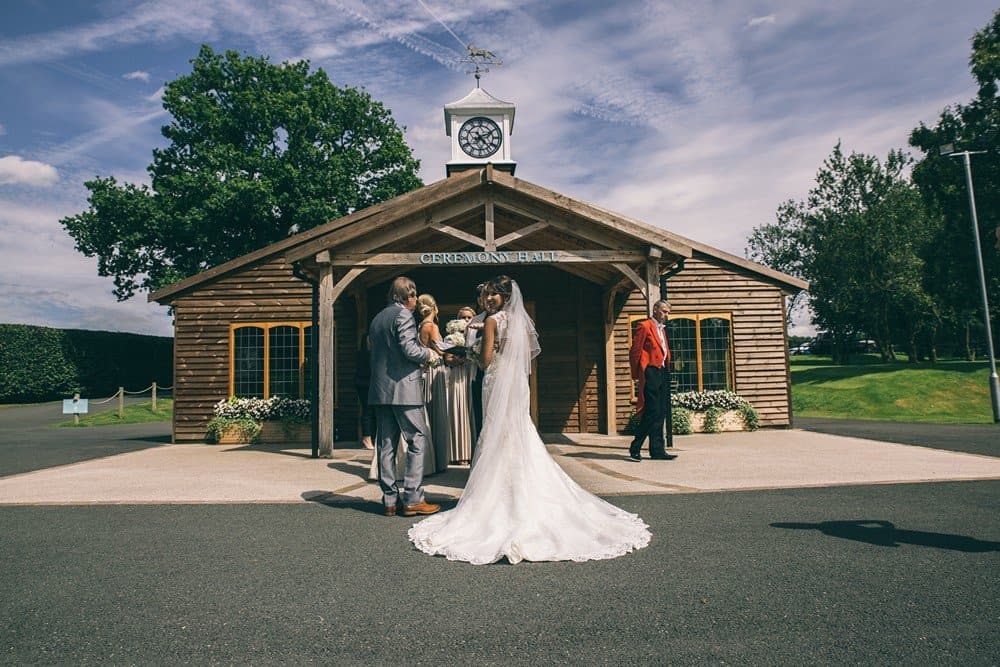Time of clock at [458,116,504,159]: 2:23
